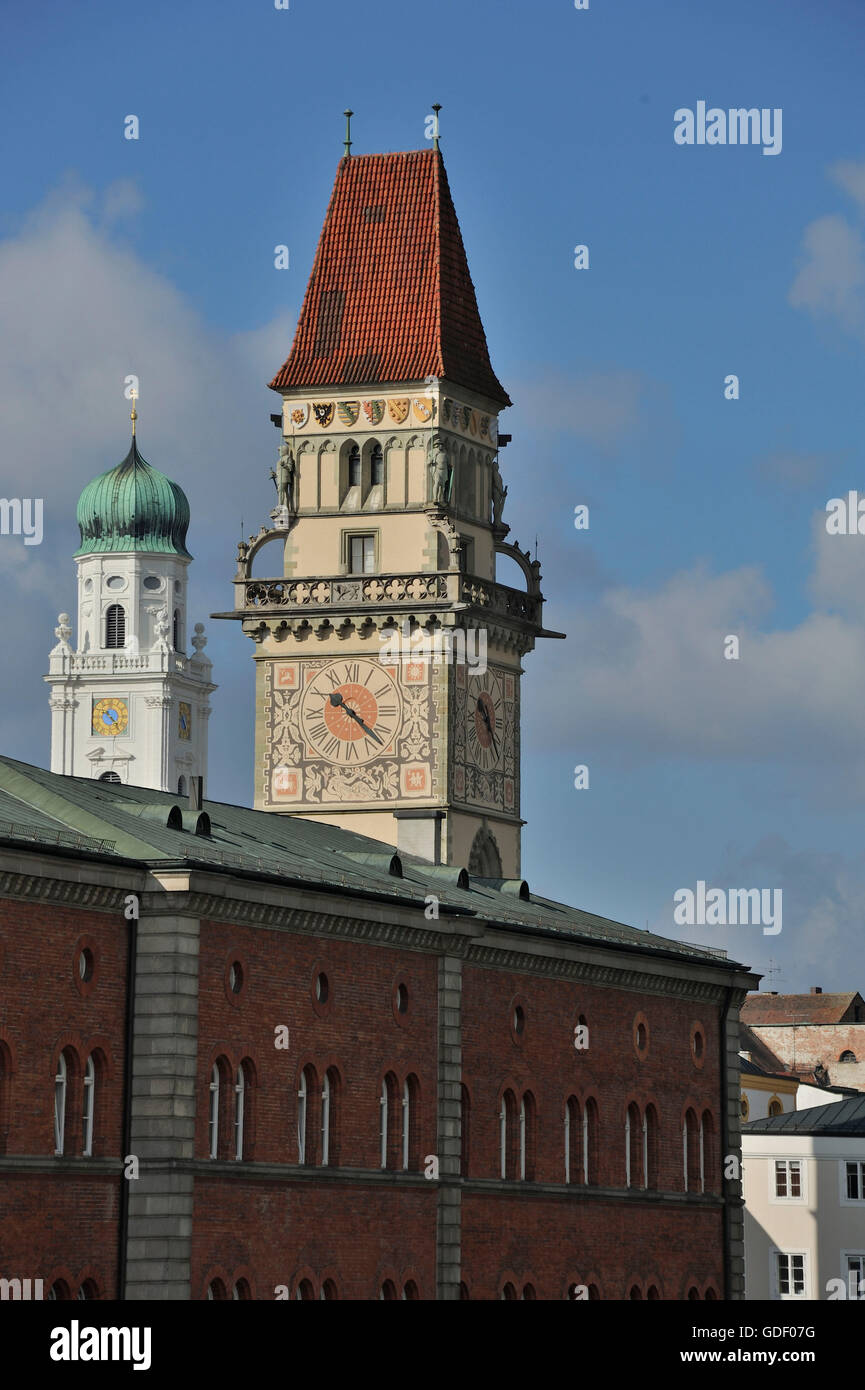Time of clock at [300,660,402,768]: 10:22
